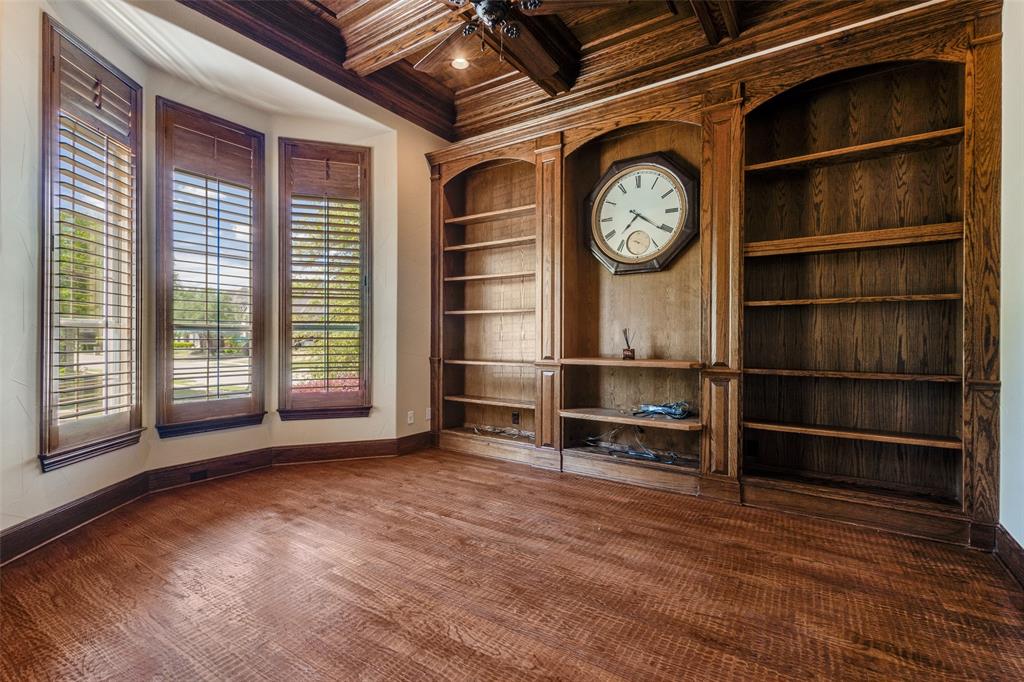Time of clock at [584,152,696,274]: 7:20
